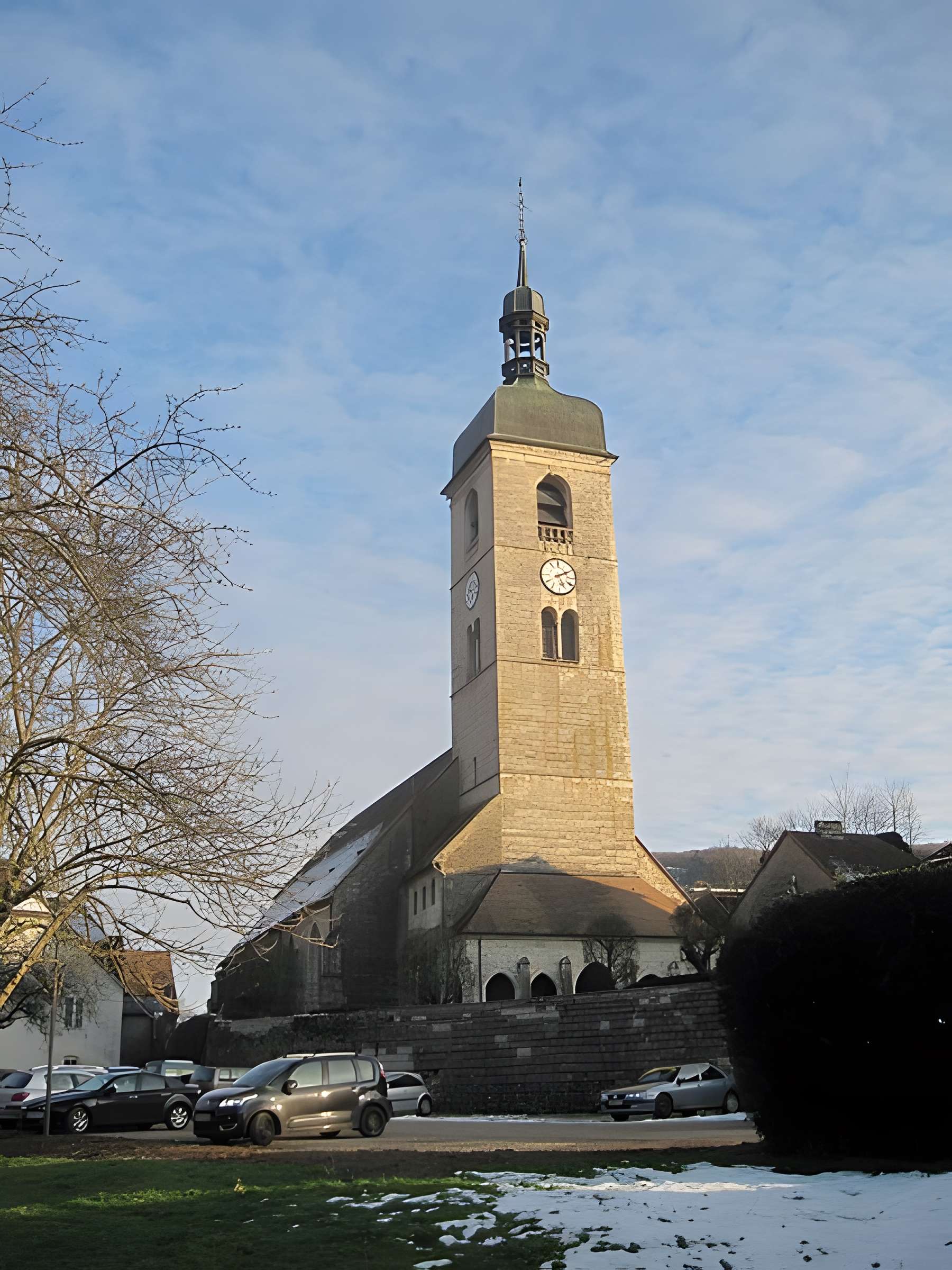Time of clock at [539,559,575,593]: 5:10
